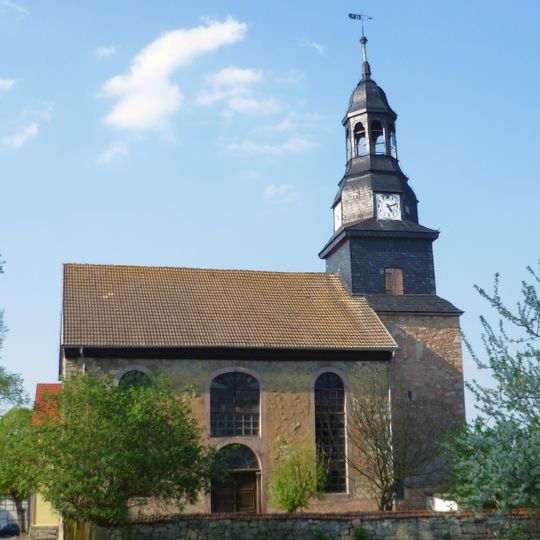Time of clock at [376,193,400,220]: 5:12
